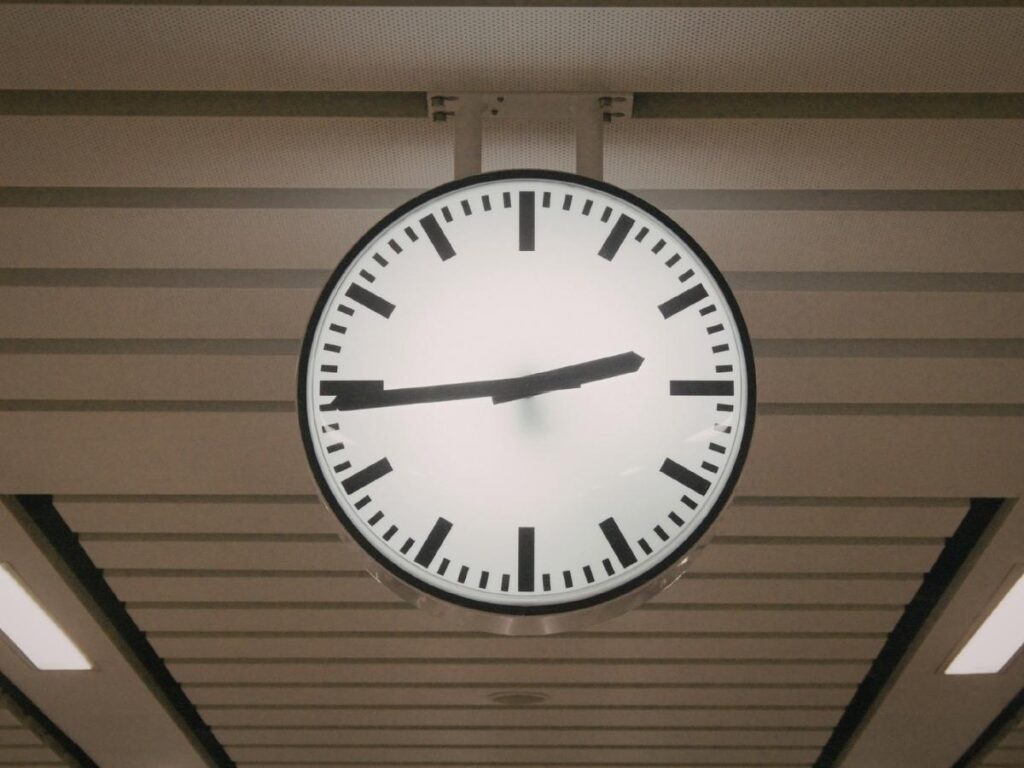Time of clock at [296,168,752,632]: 2:44
